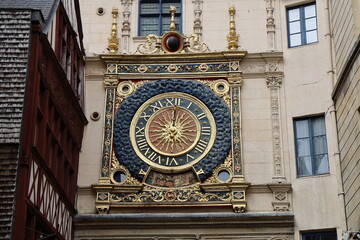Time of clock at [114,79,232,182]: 9:01
